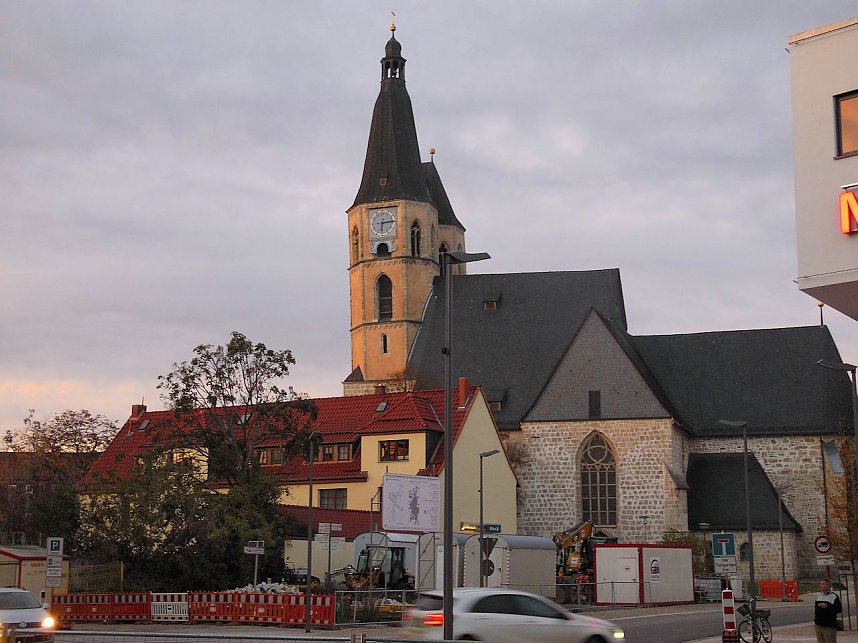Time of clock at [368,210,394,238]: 6:14
